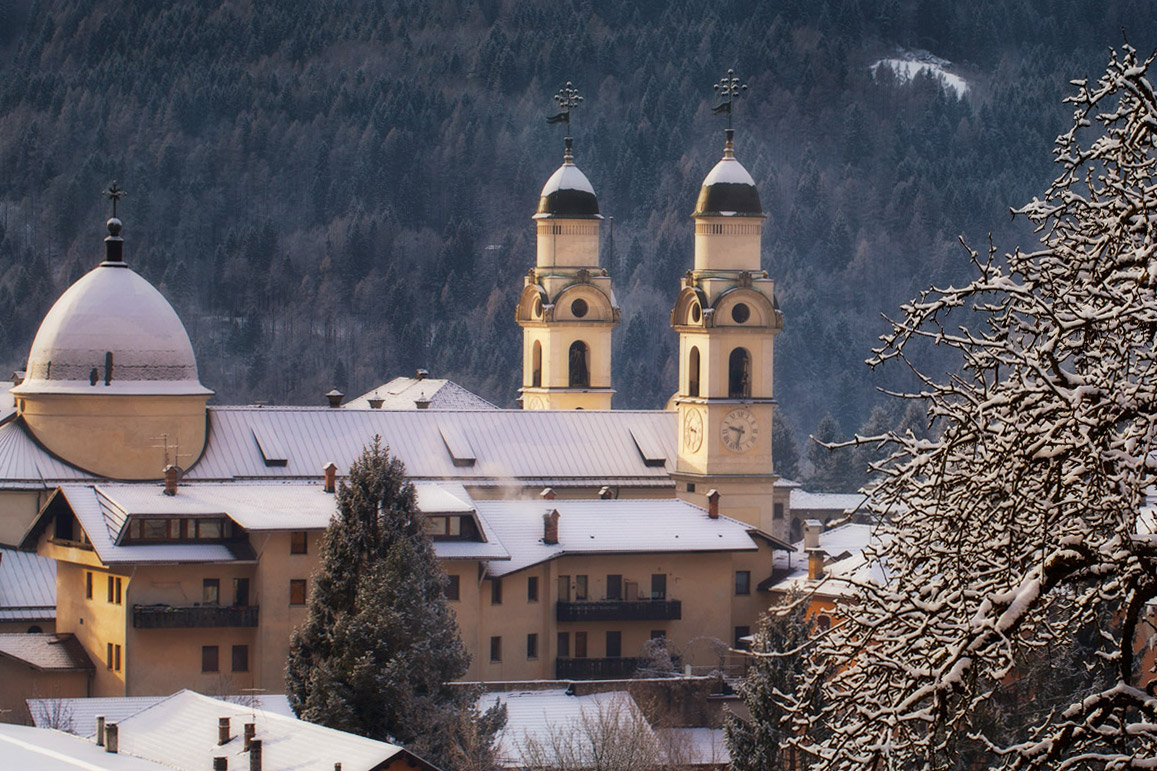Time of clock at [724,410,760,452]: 9:33
